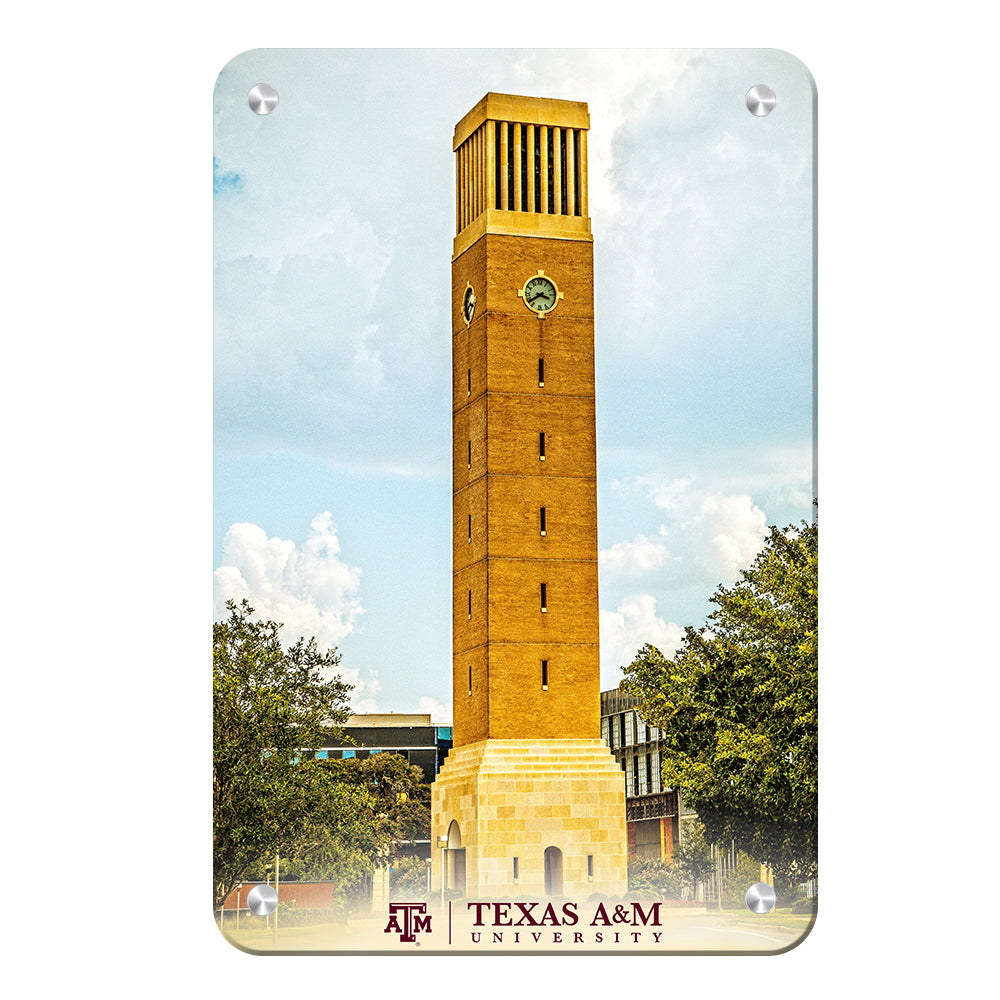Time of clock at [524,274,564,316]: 3:38
